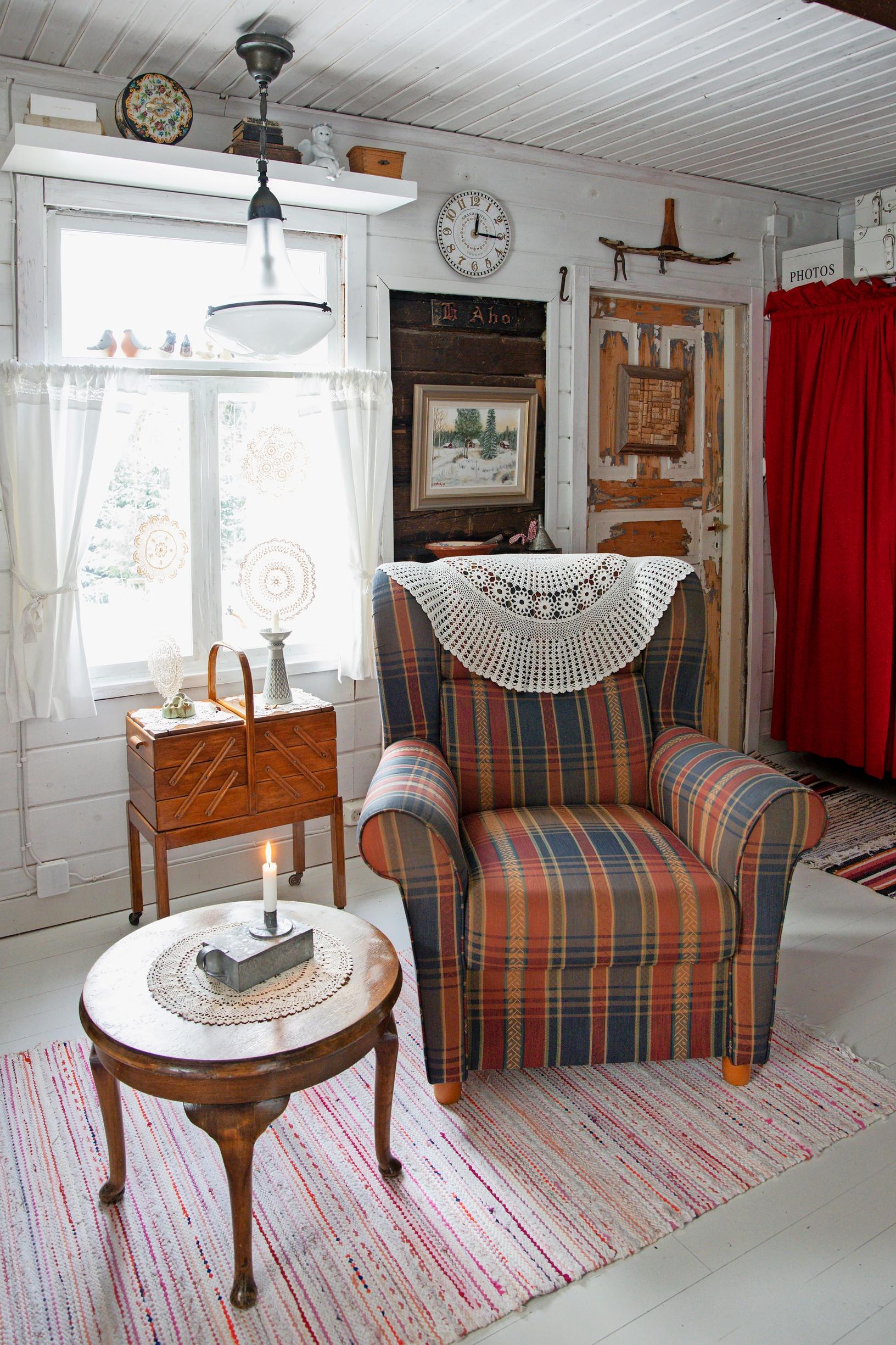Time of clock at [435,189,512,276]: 12:15
